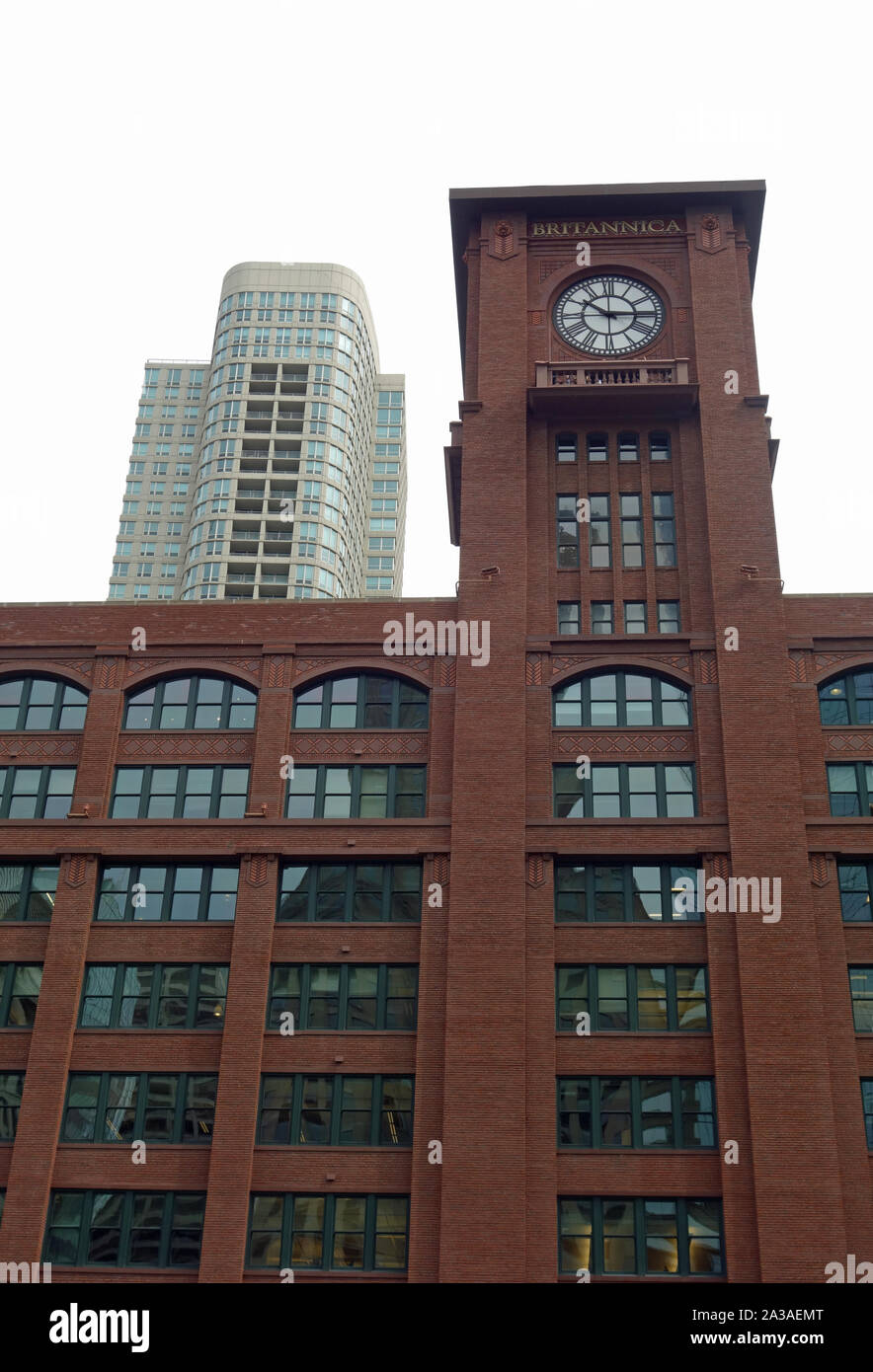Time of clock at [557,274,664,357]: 10:14
